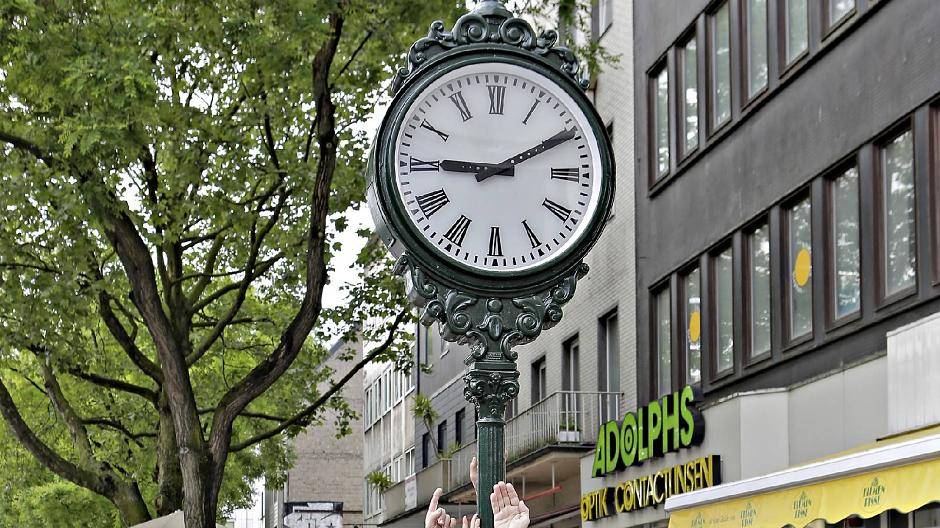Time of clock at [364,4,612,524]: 9:10
